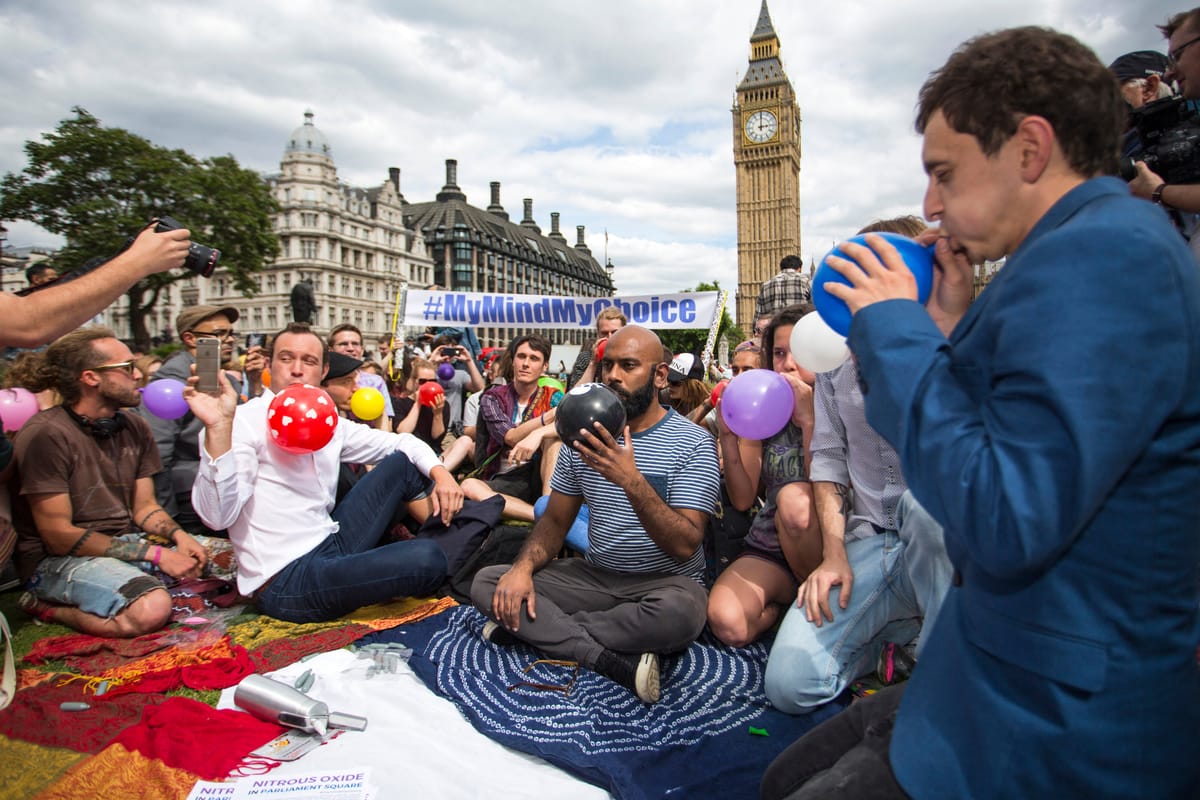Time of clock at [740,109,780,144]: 3:00
